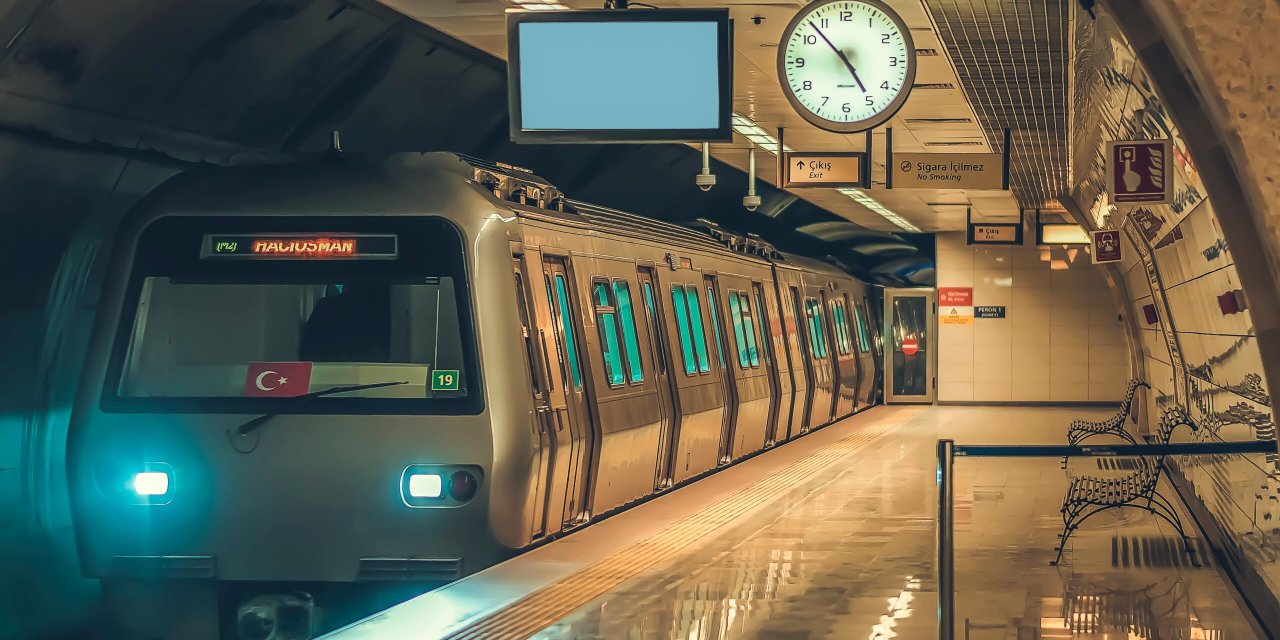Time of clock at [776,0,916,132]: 4:52
